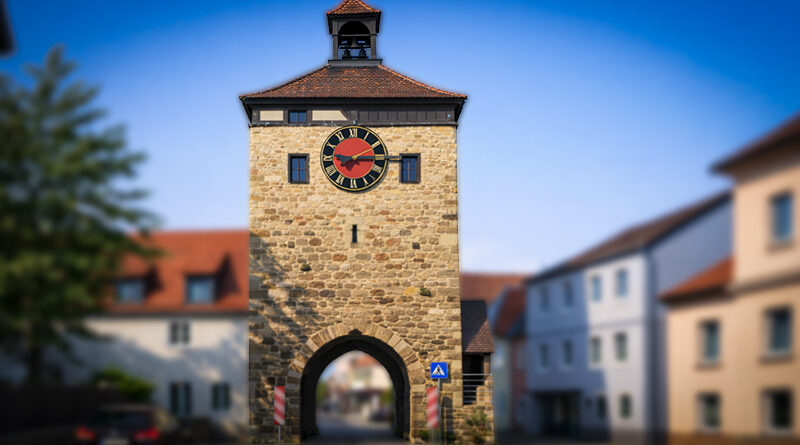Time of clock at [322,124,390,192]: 9:14
